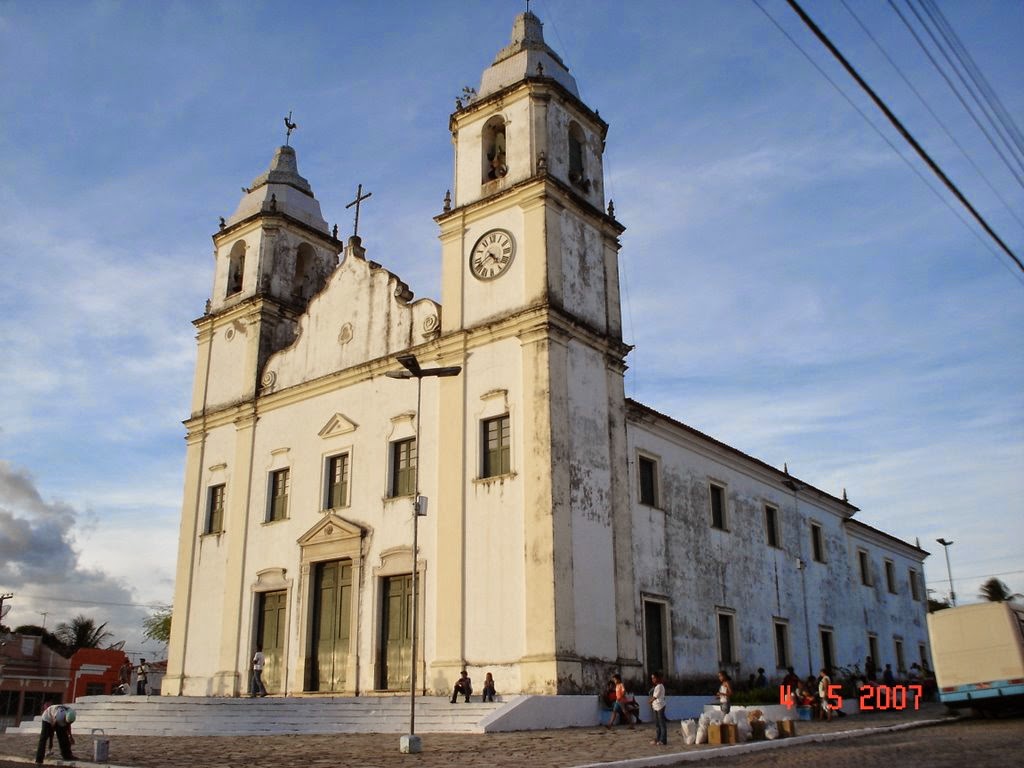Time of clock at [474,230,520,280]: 4:40
